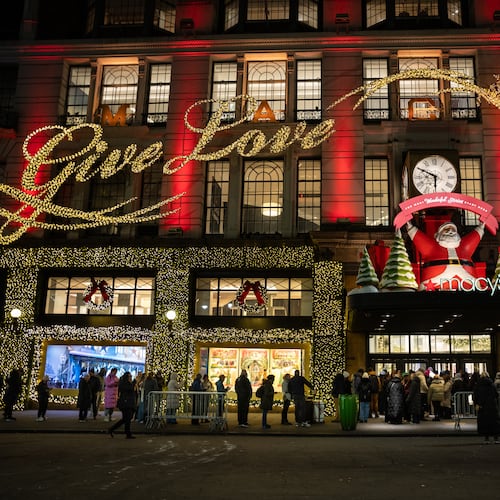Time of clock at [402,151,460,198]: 5:49
